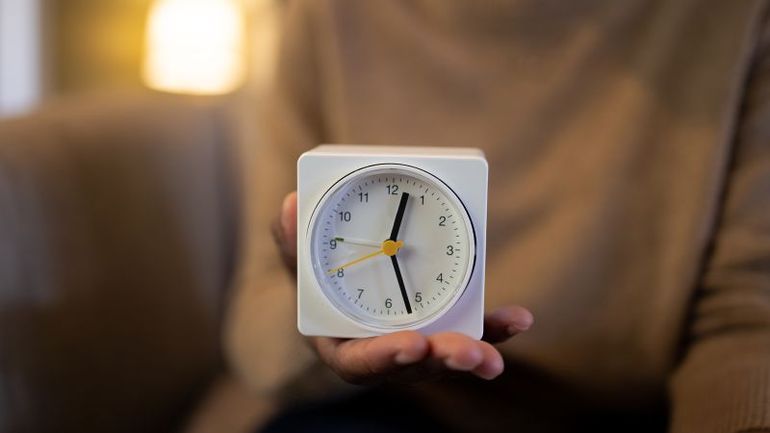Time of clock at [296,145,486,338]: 12:26
